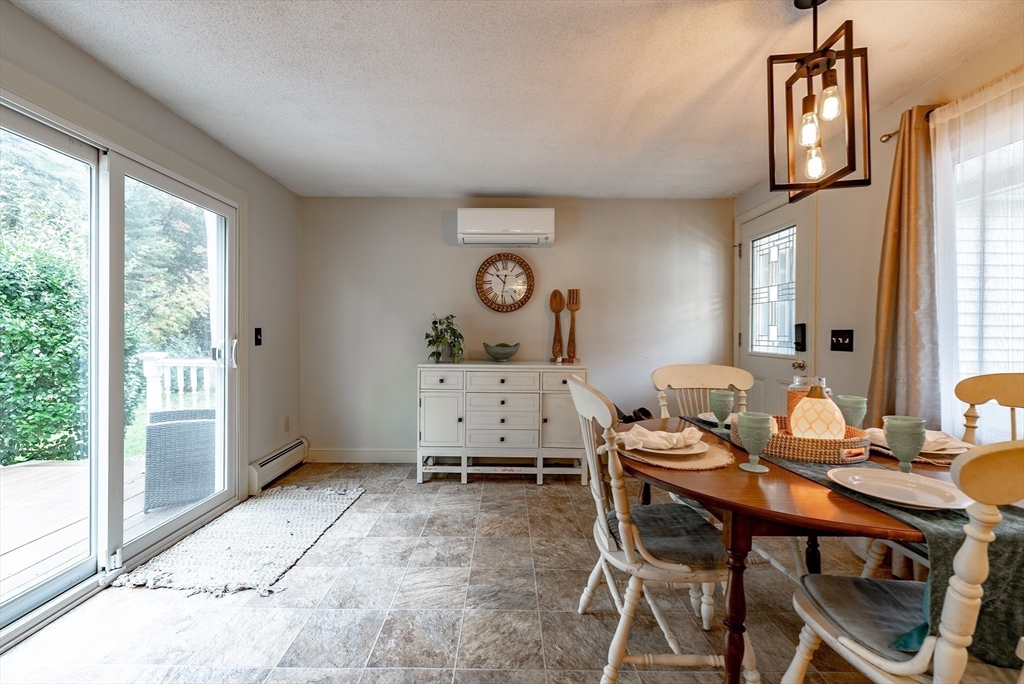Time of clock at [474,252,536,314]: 10:31
